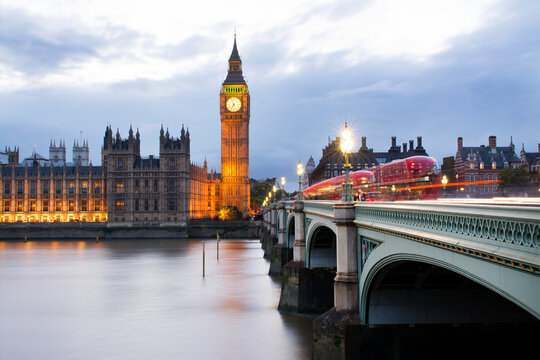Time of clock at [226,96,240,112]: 6:56
